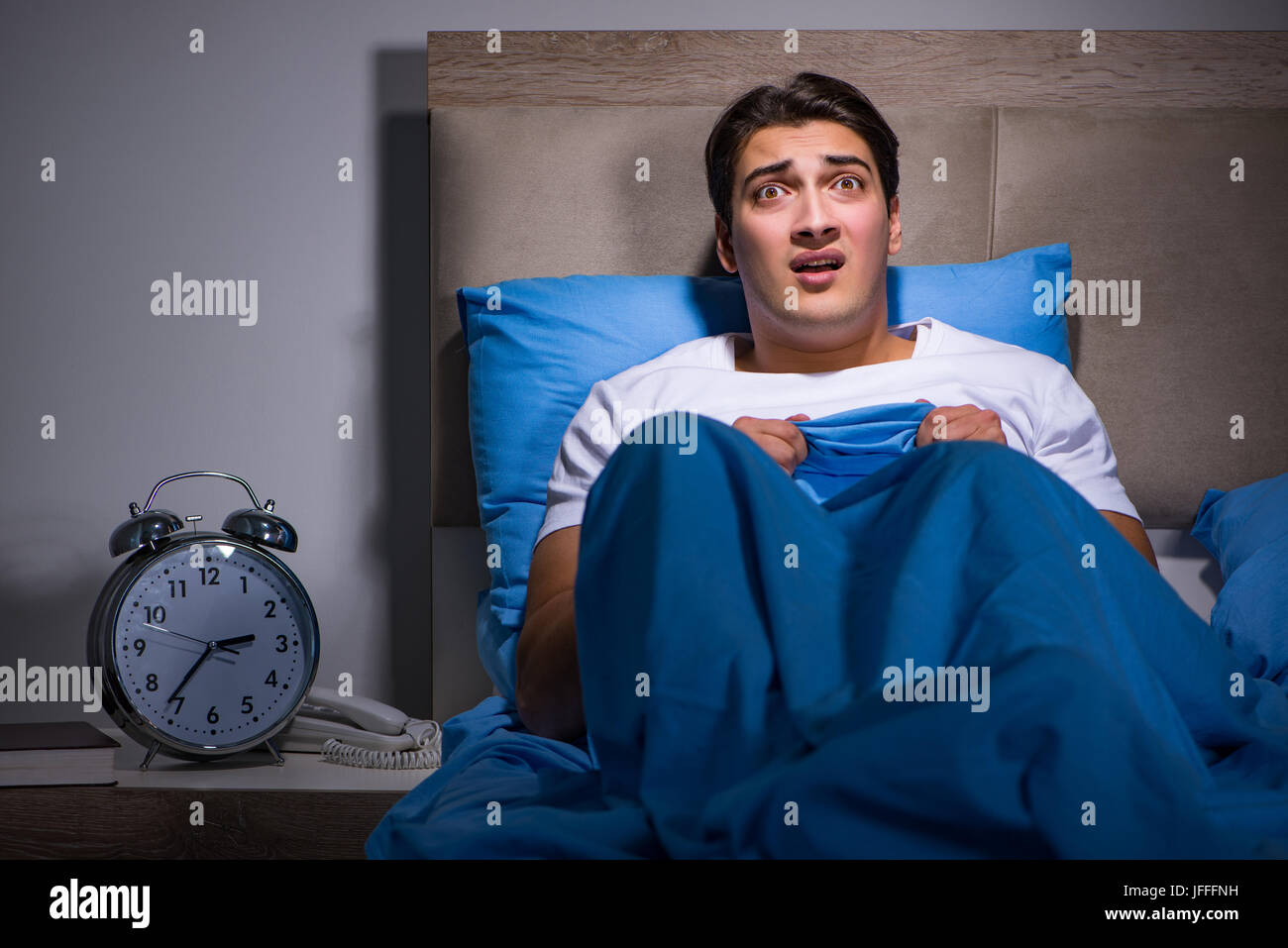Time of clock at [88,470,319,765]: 2:36
